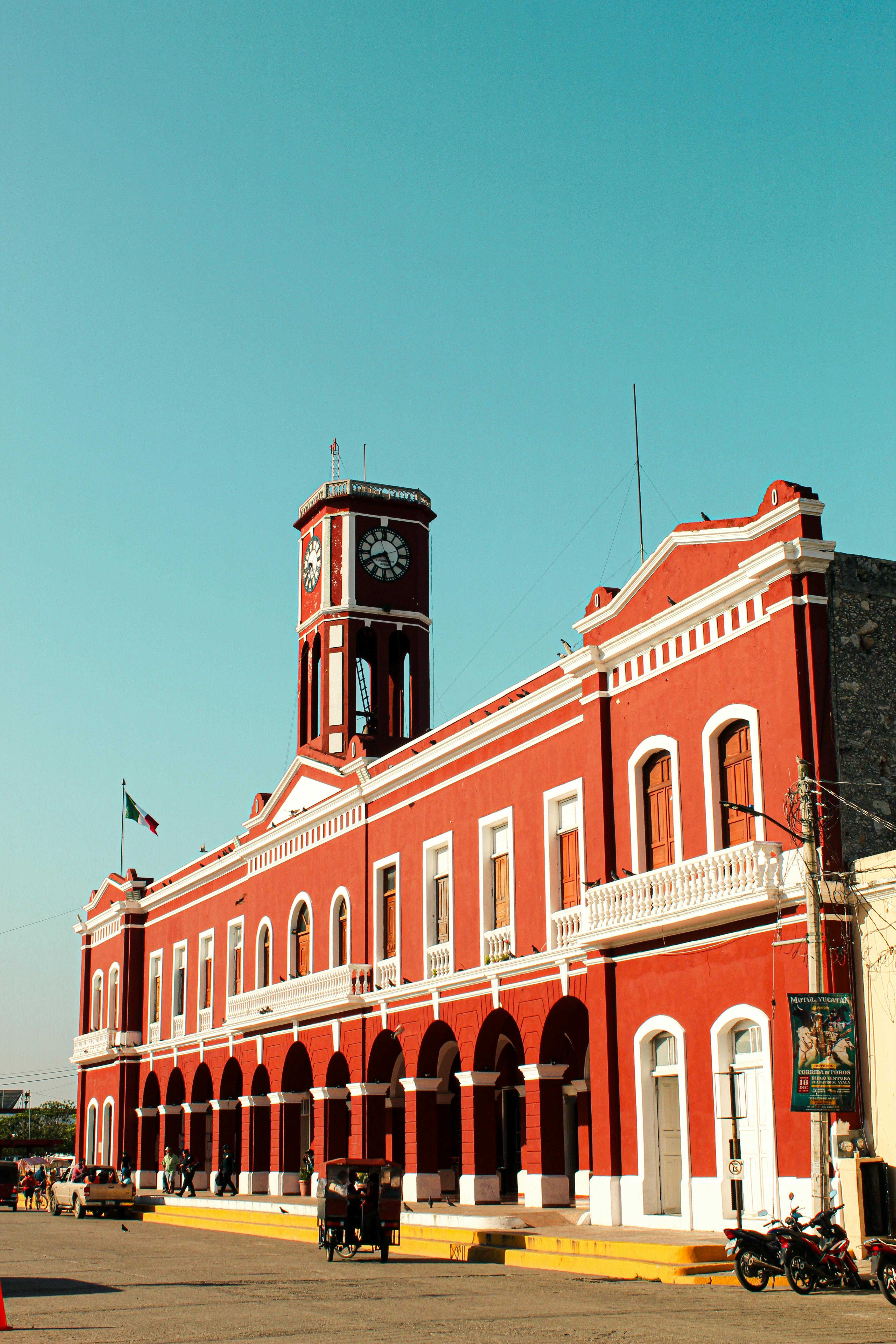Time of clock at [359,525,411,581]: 8:25
